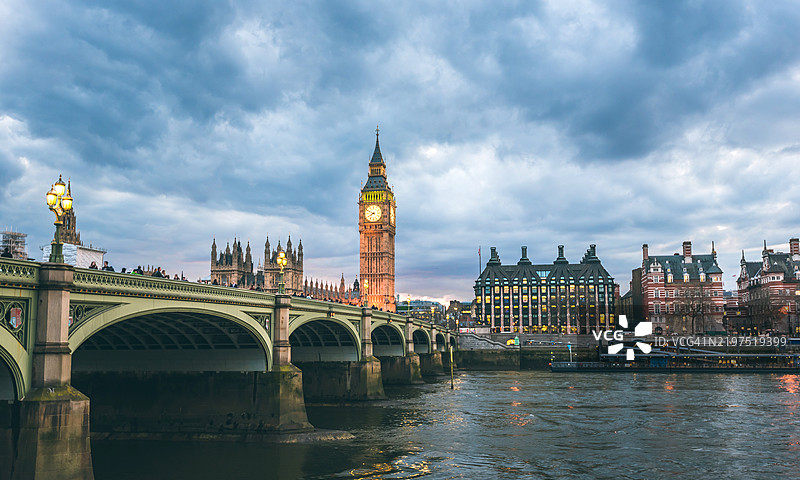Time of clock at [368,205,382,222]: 7:49
